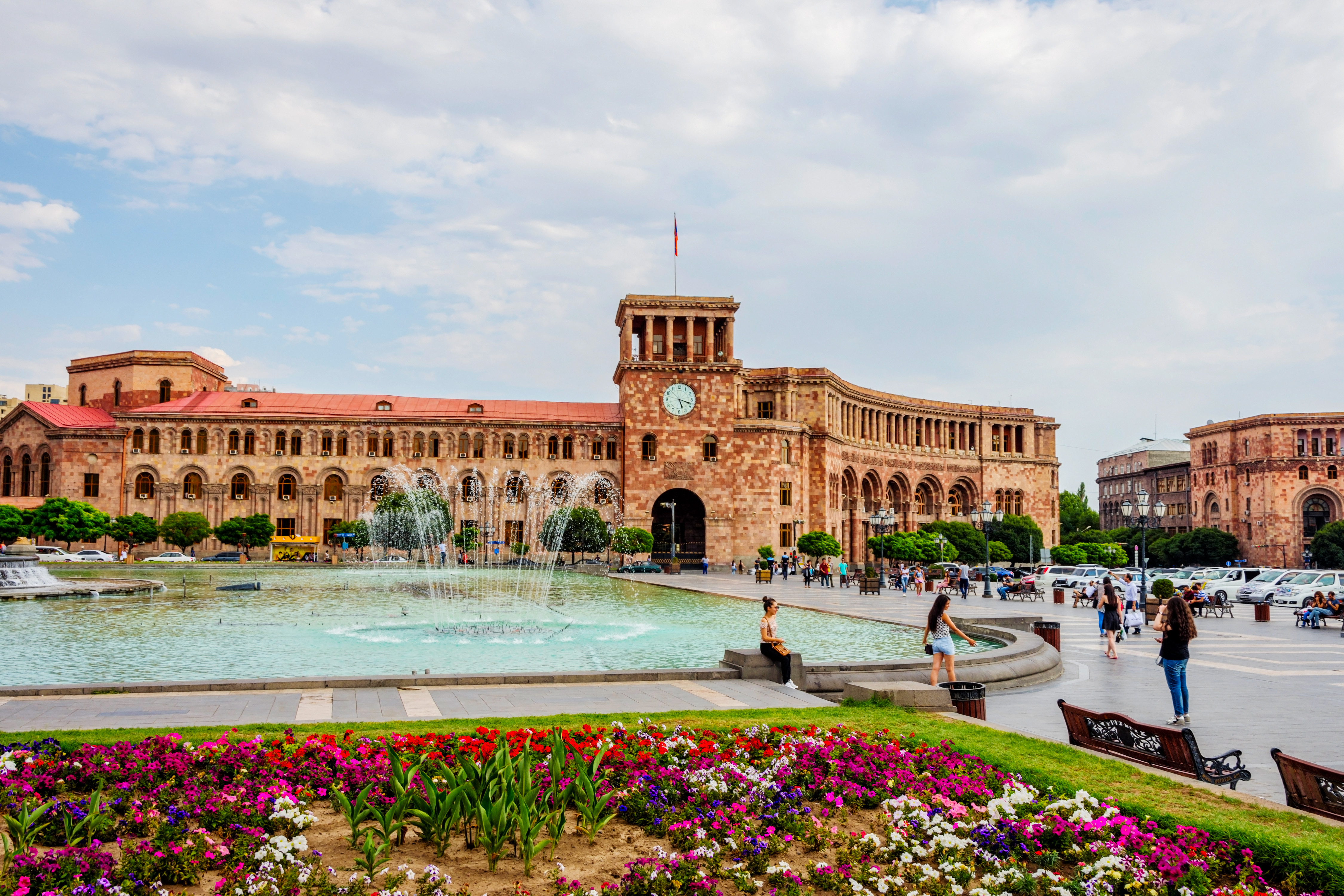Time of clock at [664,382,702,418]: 5:18
